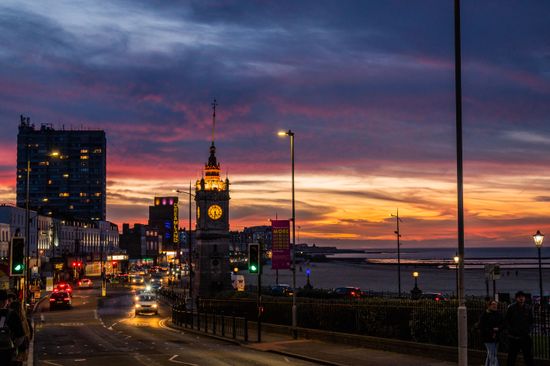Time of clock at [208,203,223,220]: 5:31
